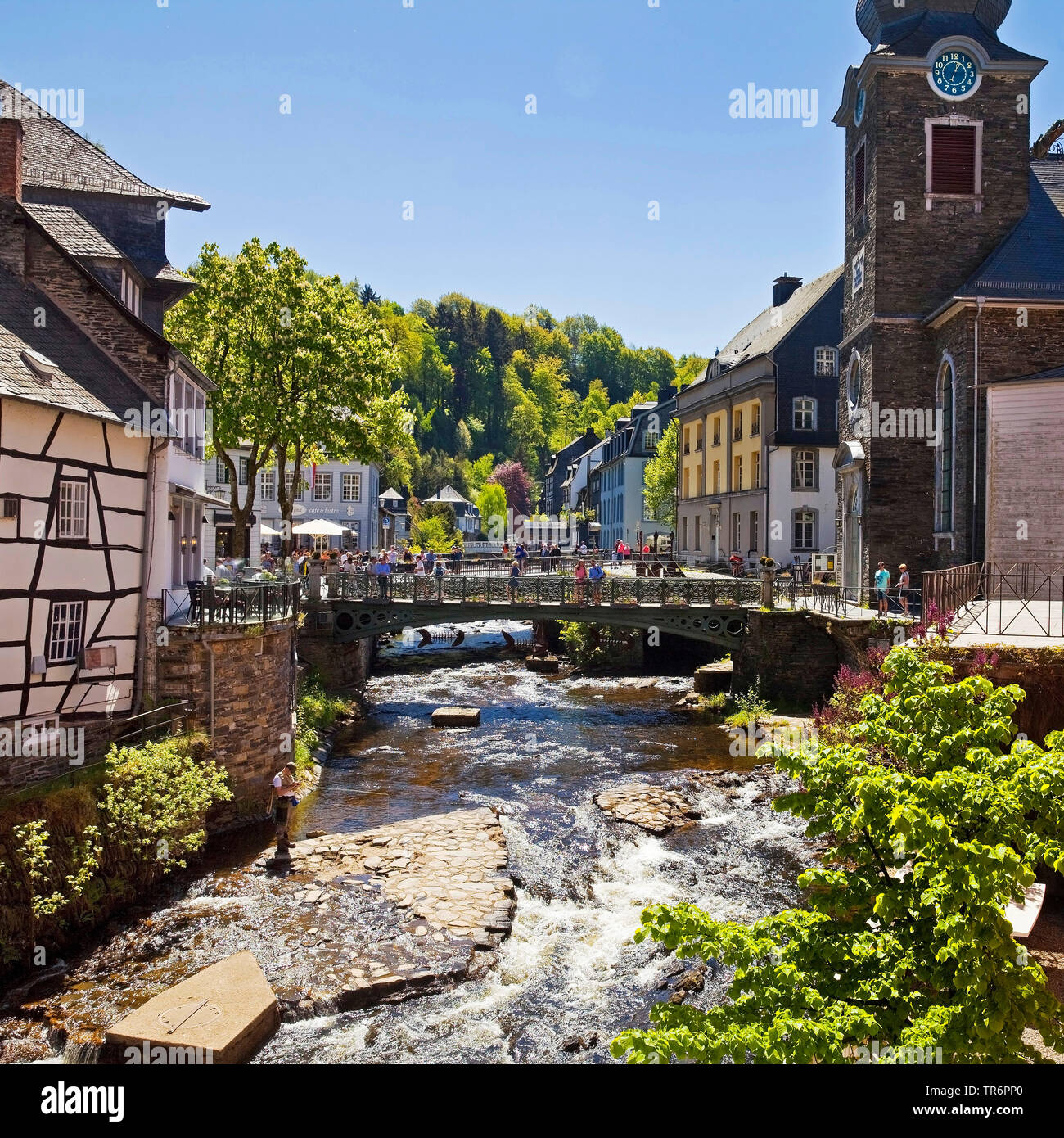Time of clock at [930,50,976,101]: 1:02
